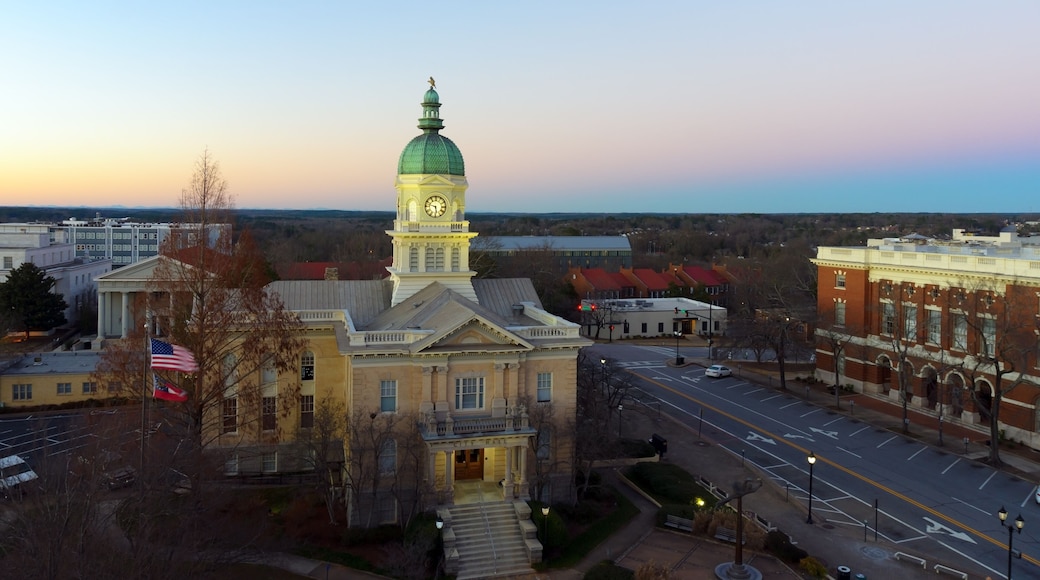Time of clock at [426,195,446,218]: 5:47
